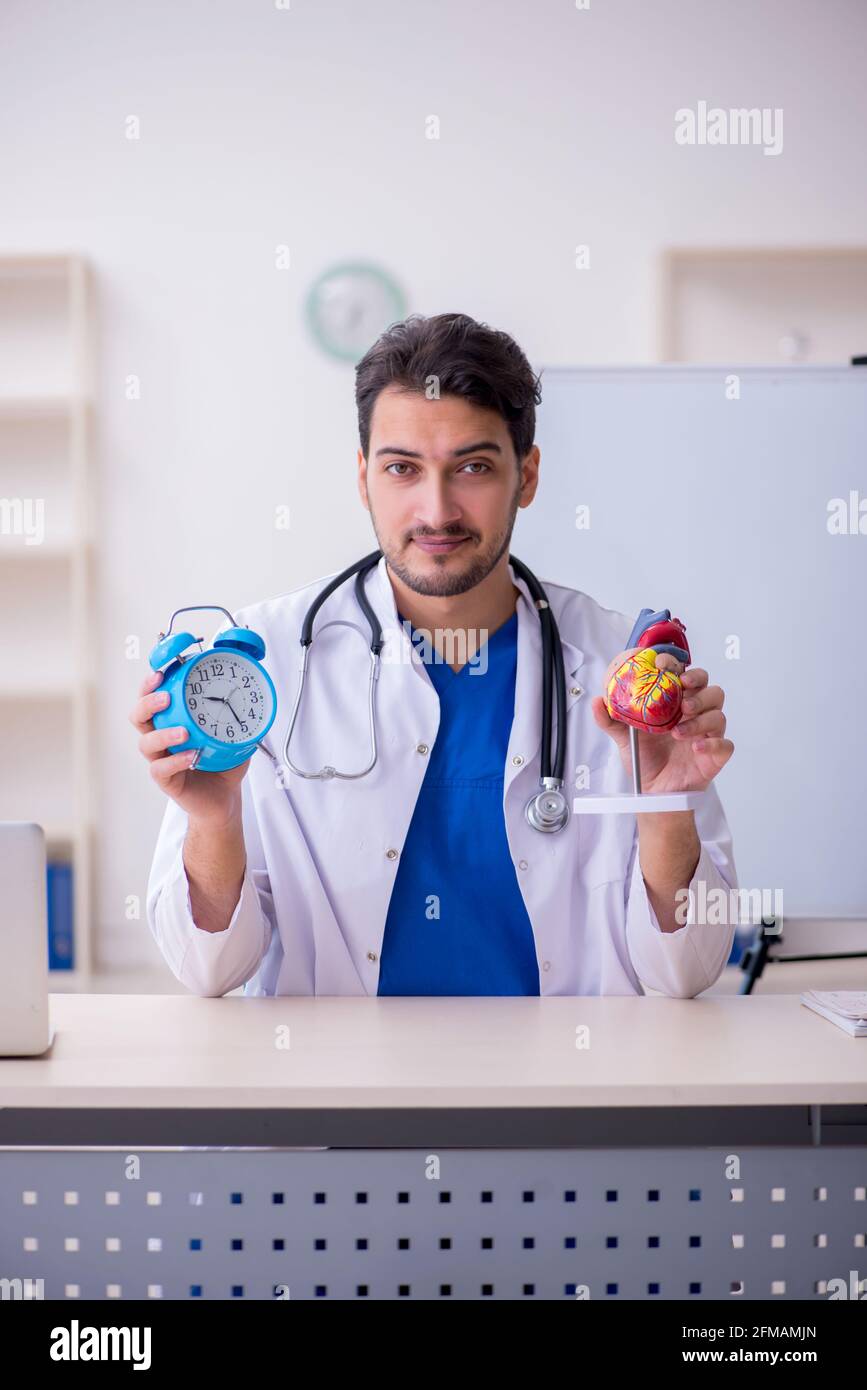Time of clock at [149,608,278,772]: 9:25
